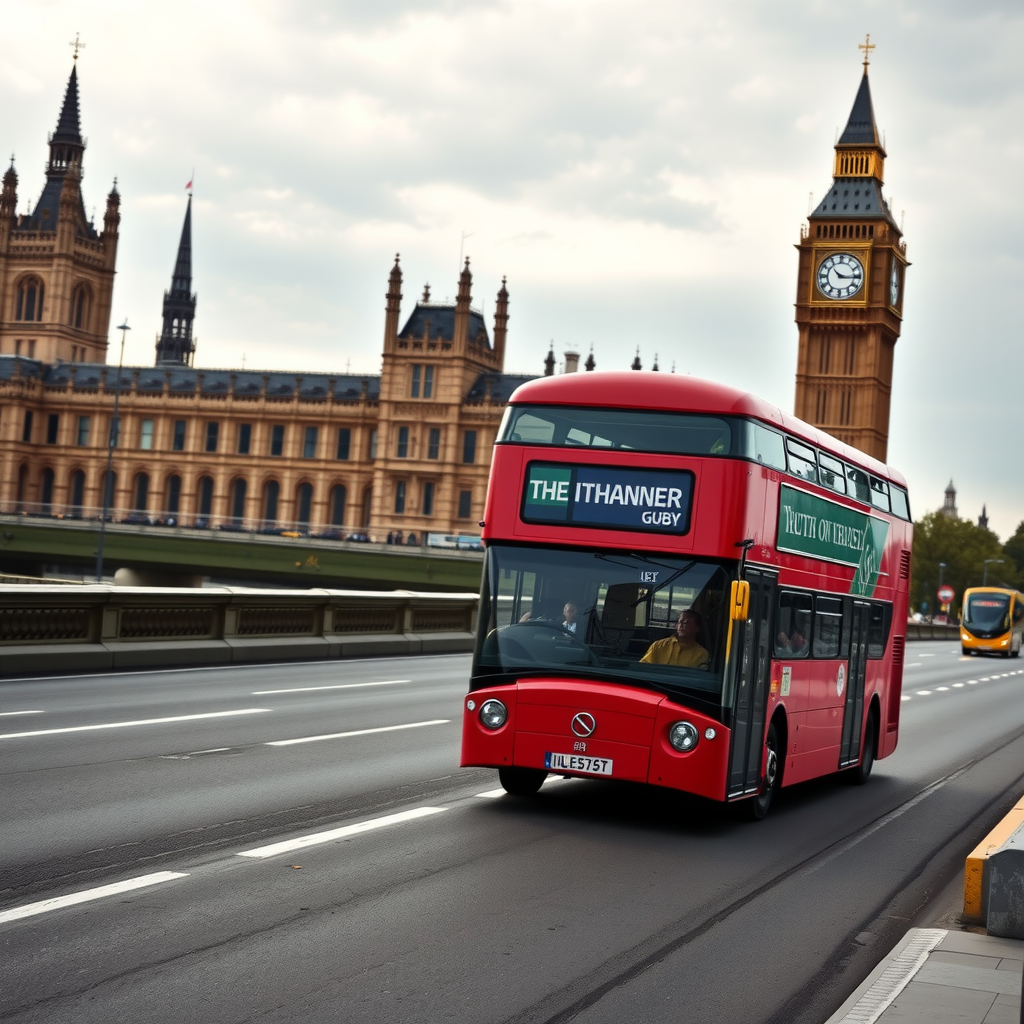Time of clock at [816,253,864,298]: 10:15
